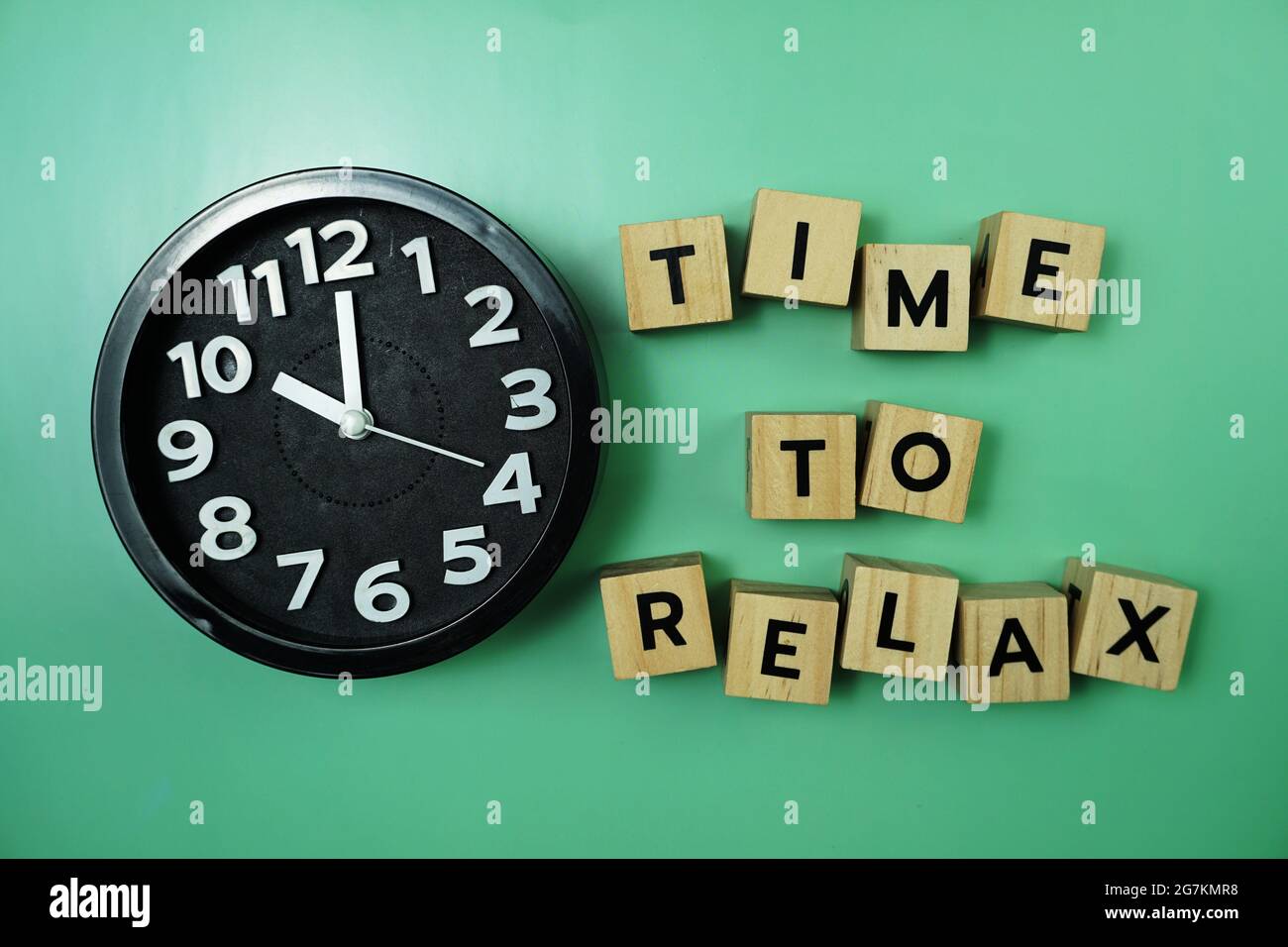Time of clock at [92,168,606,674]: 10:00
